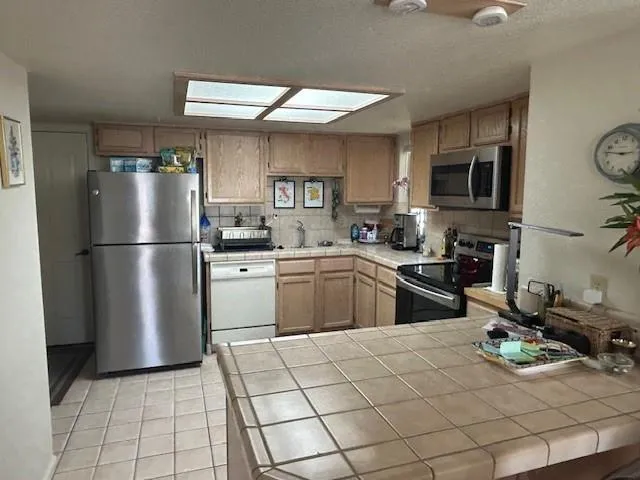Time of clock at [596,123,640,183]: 2:46
